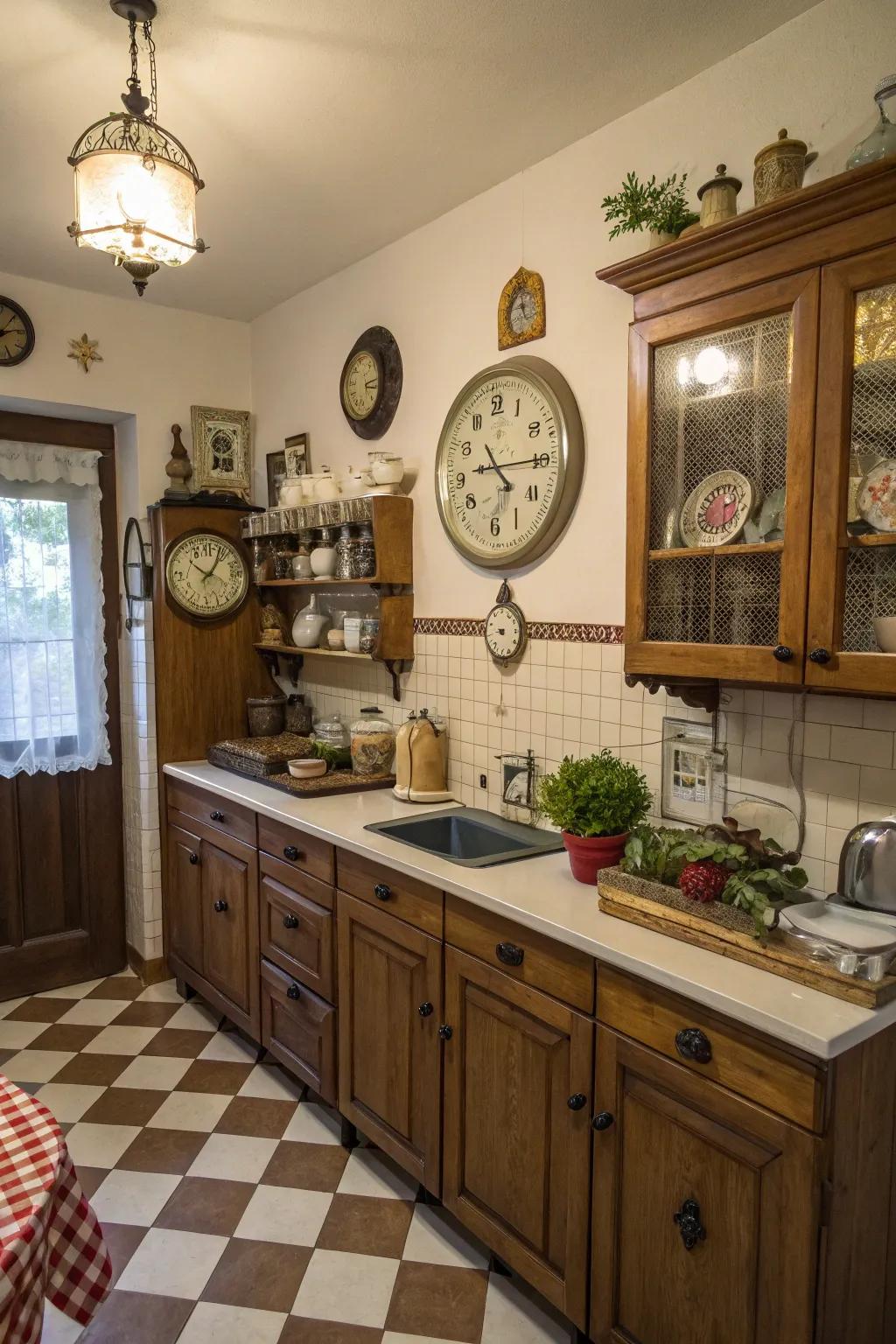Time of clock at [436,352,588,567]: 4:14
